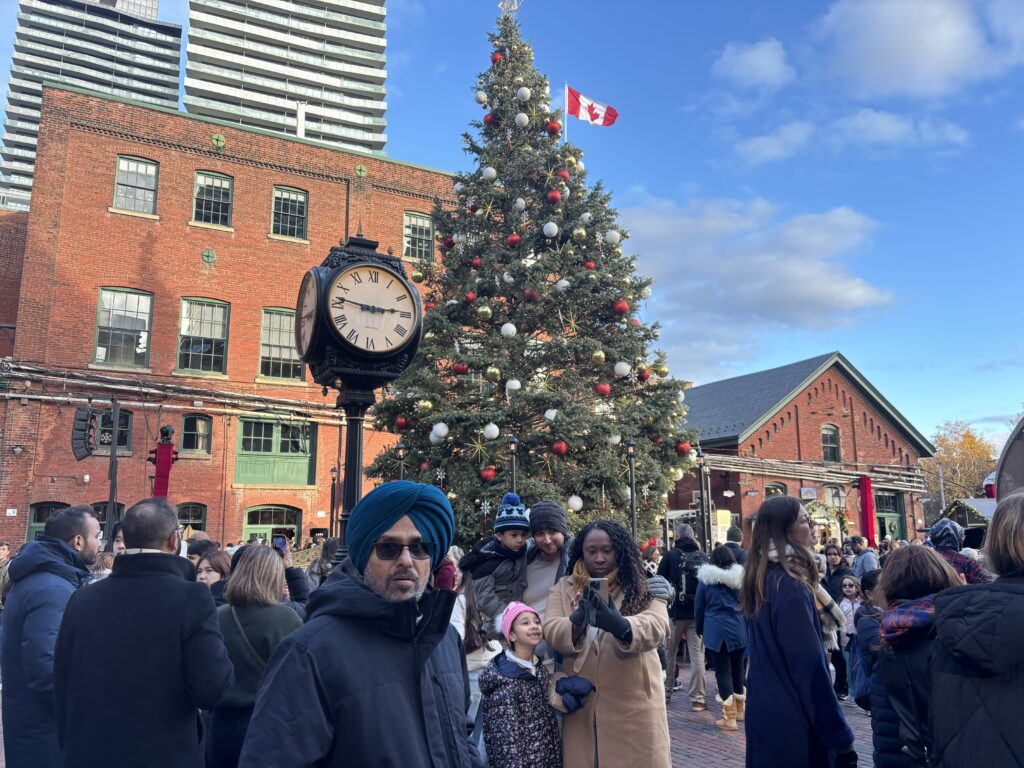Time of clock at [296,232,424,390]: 2:46
